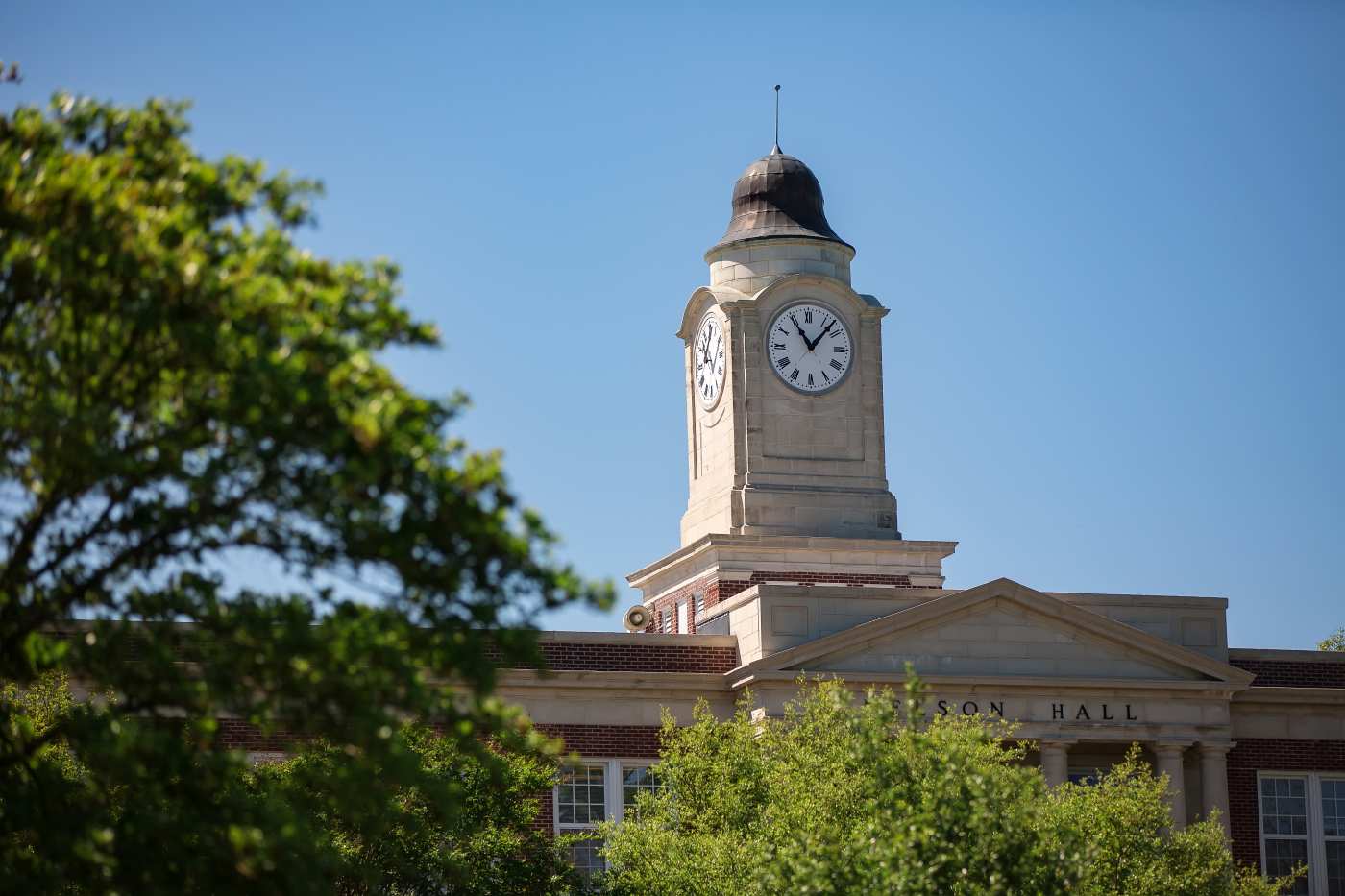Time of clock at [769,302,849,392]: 11:07
